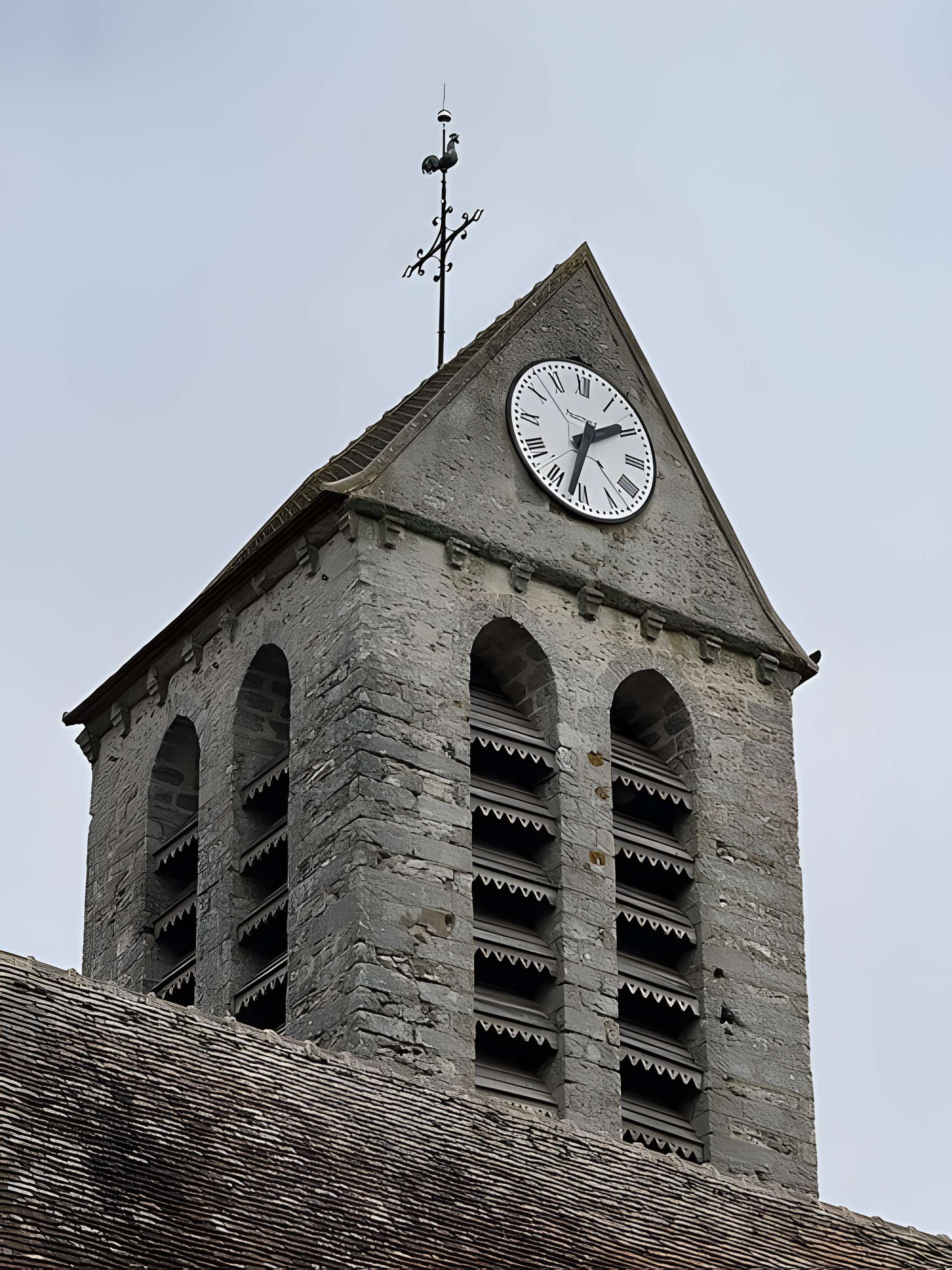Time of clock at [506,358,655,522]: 1:32
